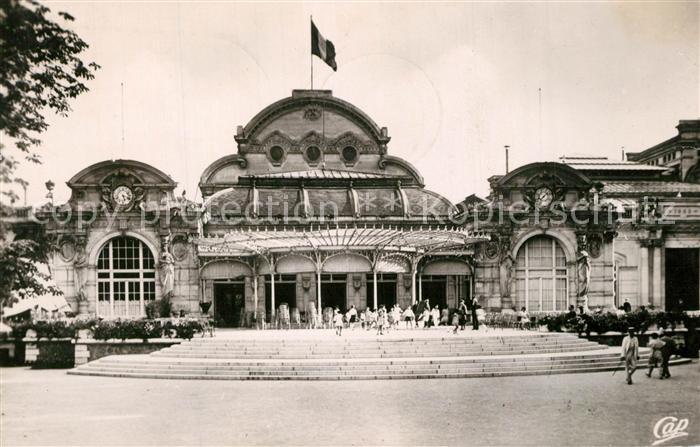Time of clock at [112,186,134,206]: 5:18
